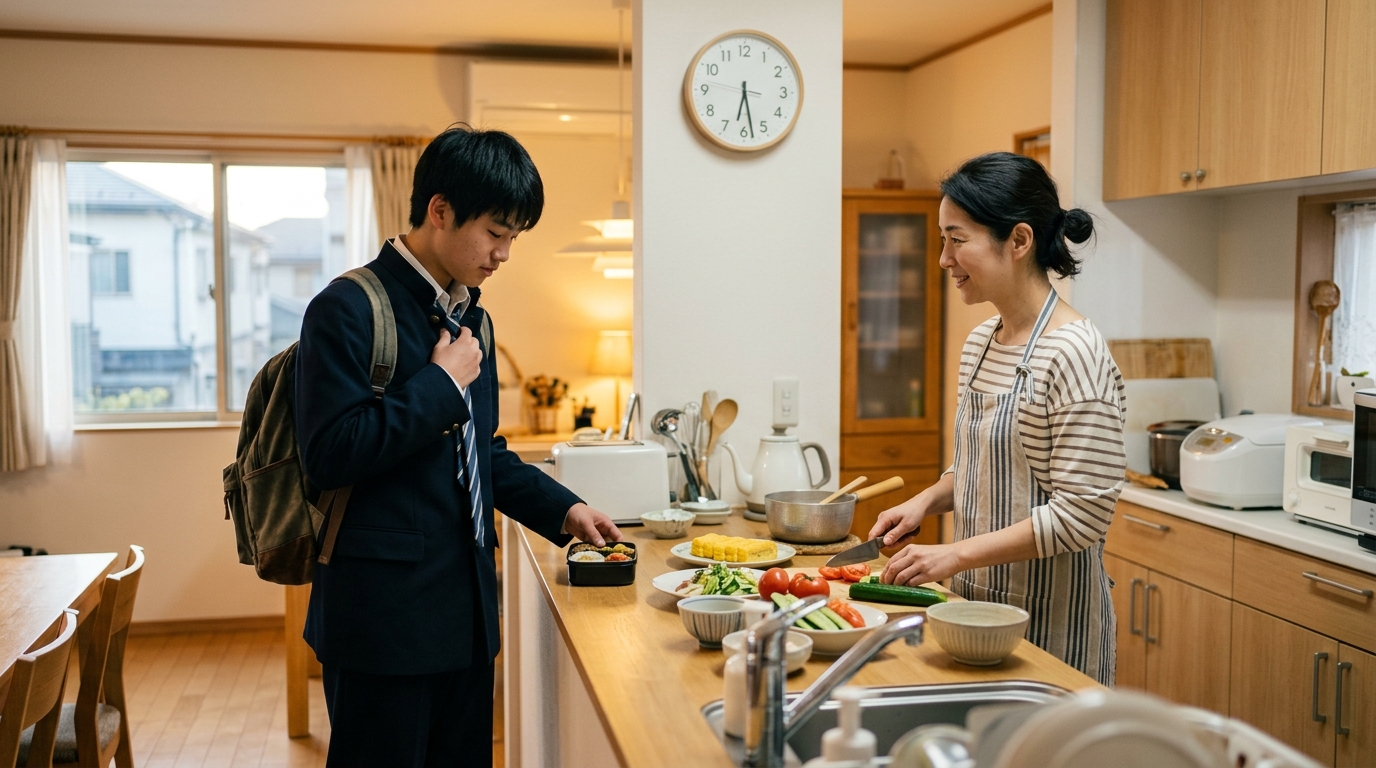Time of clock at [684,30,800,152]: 6:28
